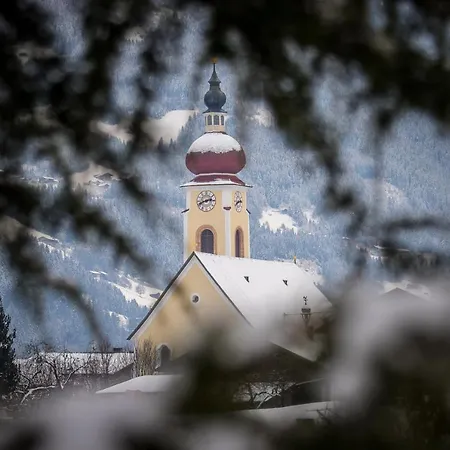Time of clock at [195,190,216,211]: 2:41
